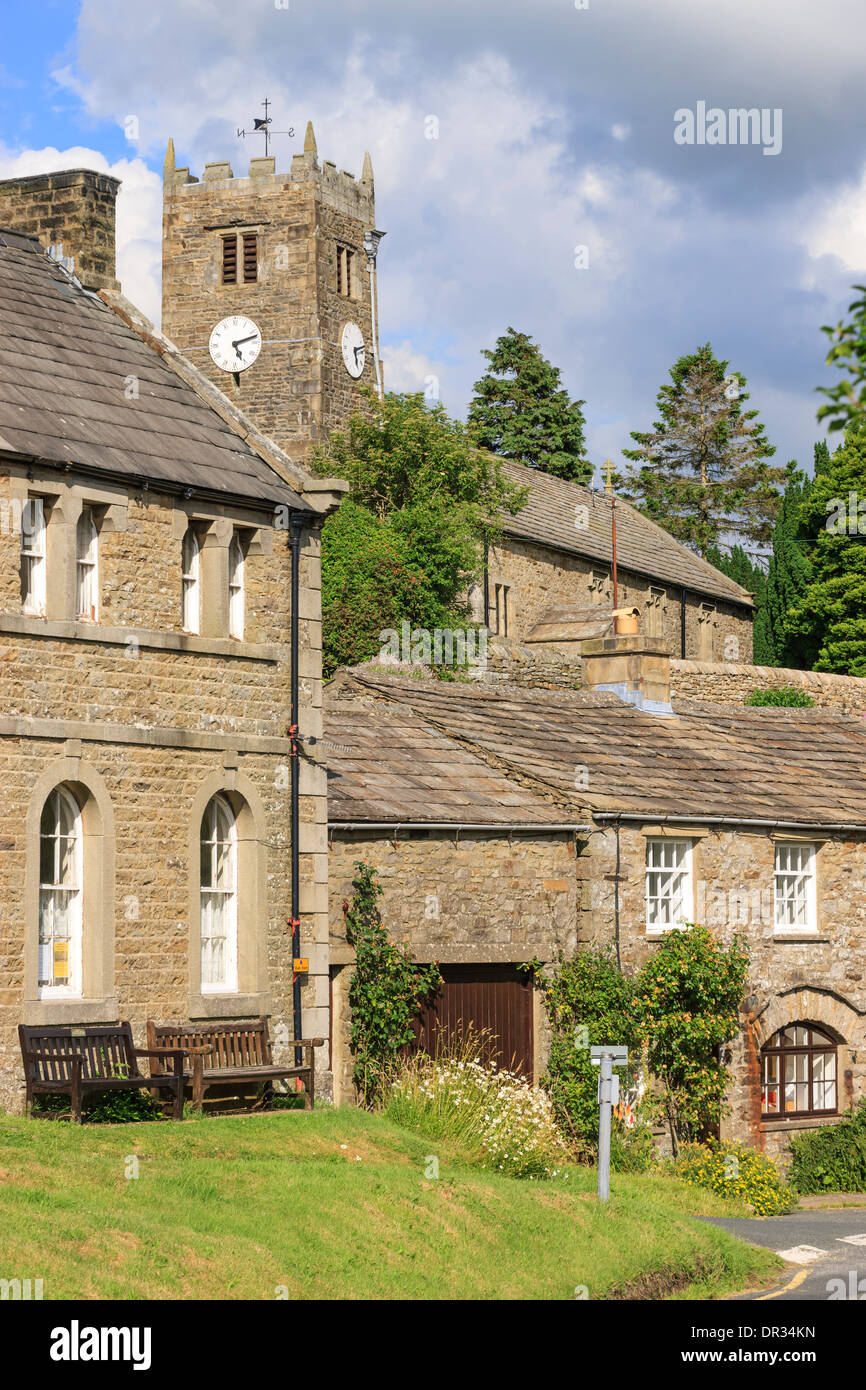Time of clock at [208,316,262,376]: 5:12
